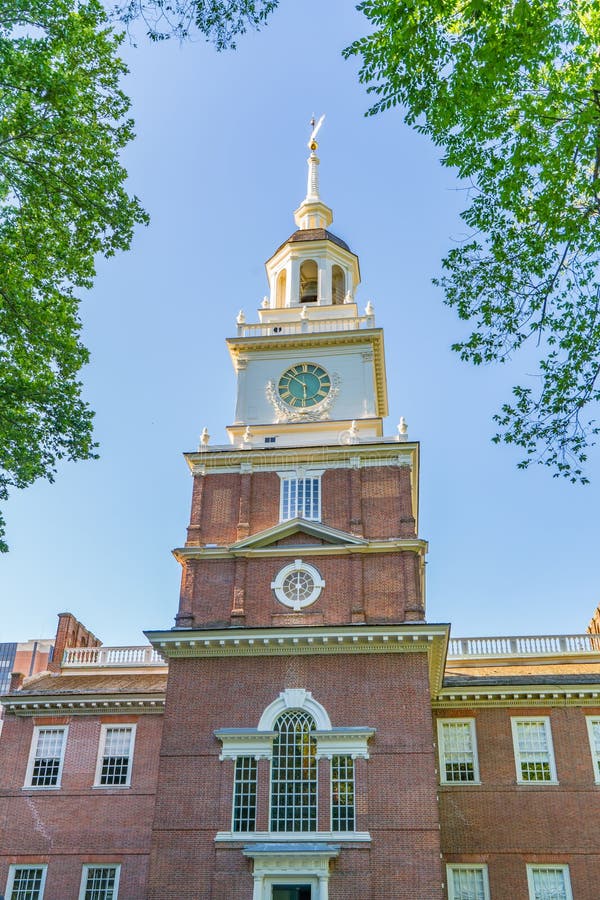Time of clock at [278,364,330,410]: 5:51
